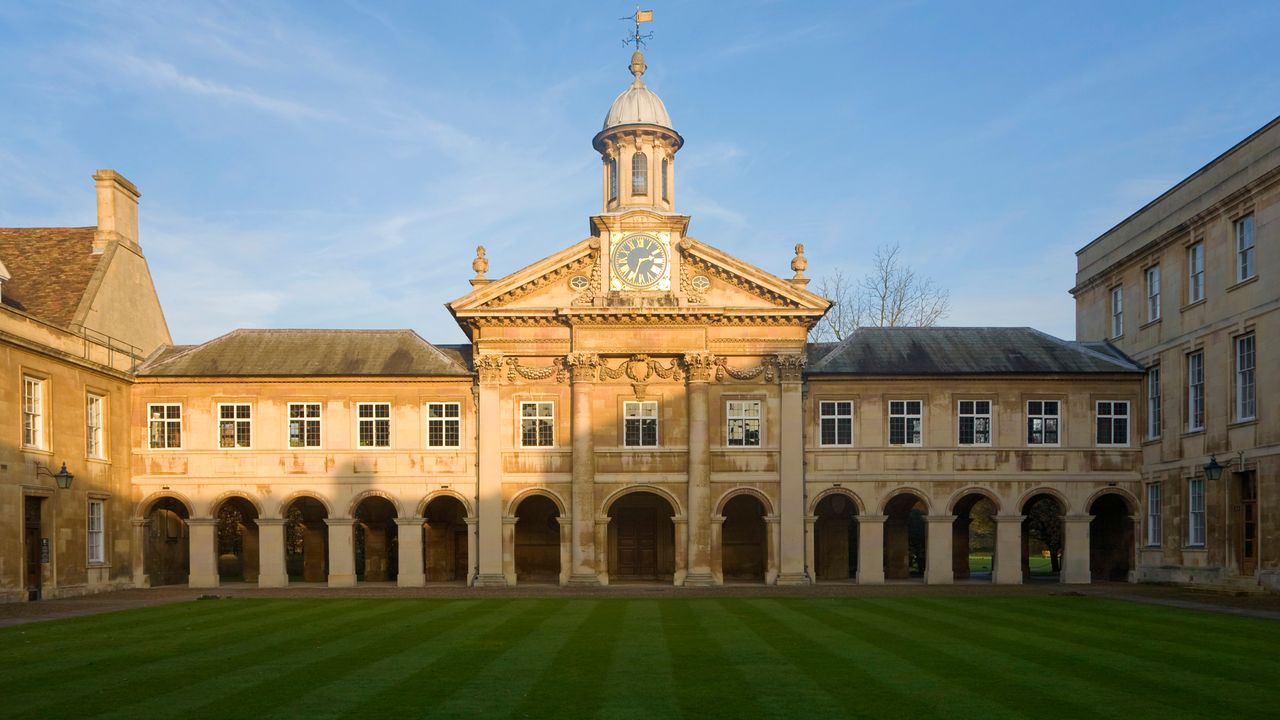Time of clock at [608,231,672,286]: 2:33
